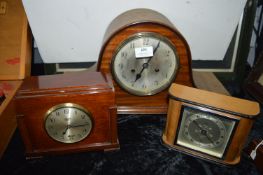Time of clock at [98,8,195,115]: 7:04
